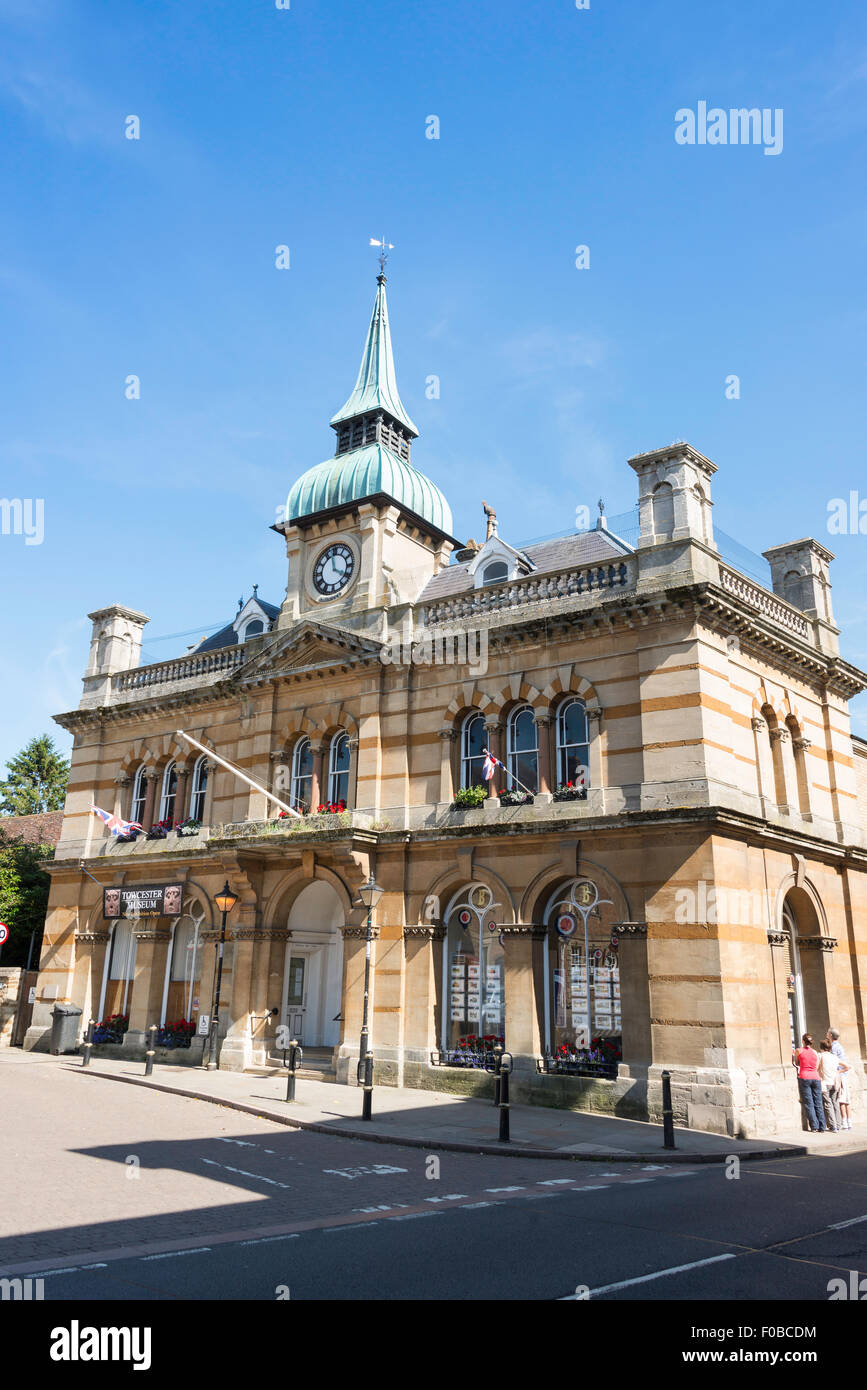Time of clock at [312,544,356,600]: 3:58
